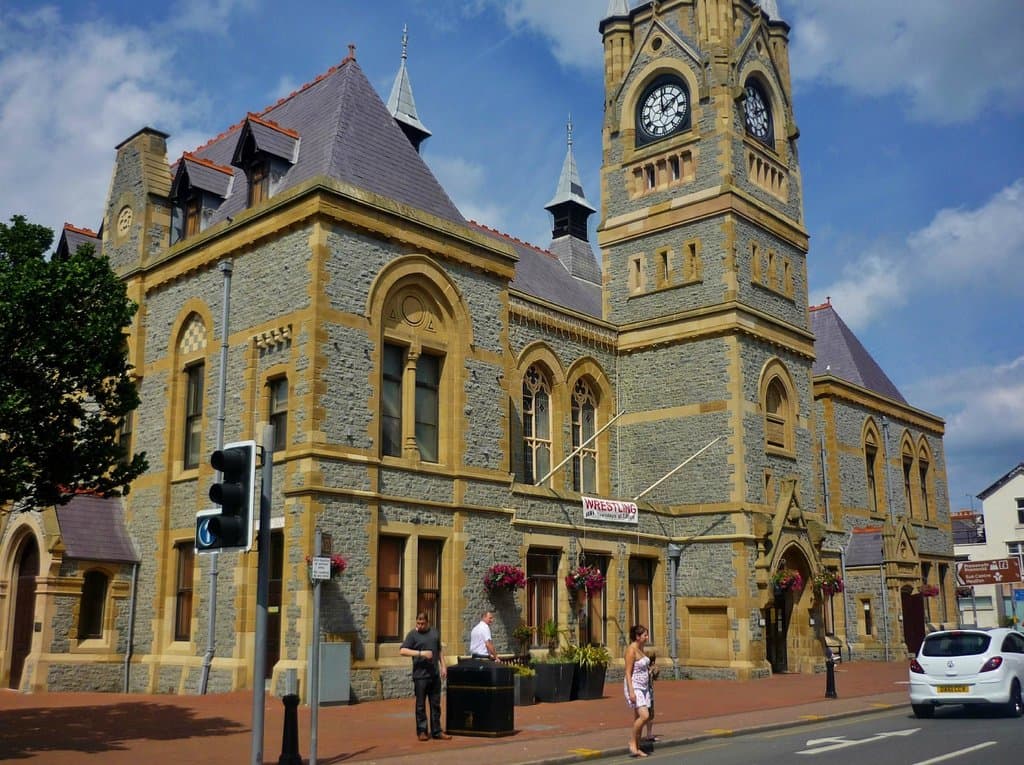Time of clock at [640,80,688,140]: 1:59
